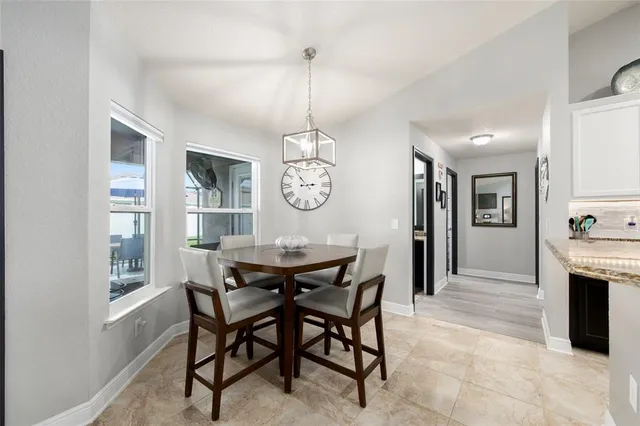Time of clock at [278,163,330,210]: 2:53
